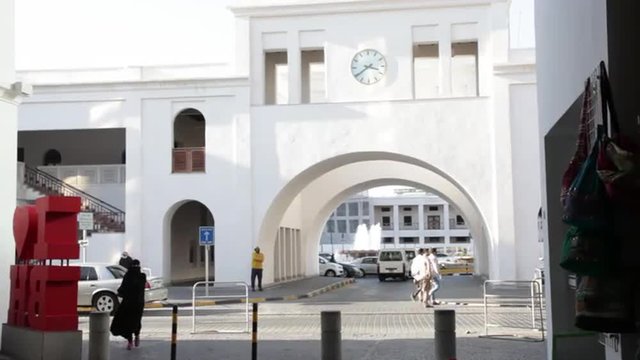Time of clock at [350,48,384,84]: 3:39
